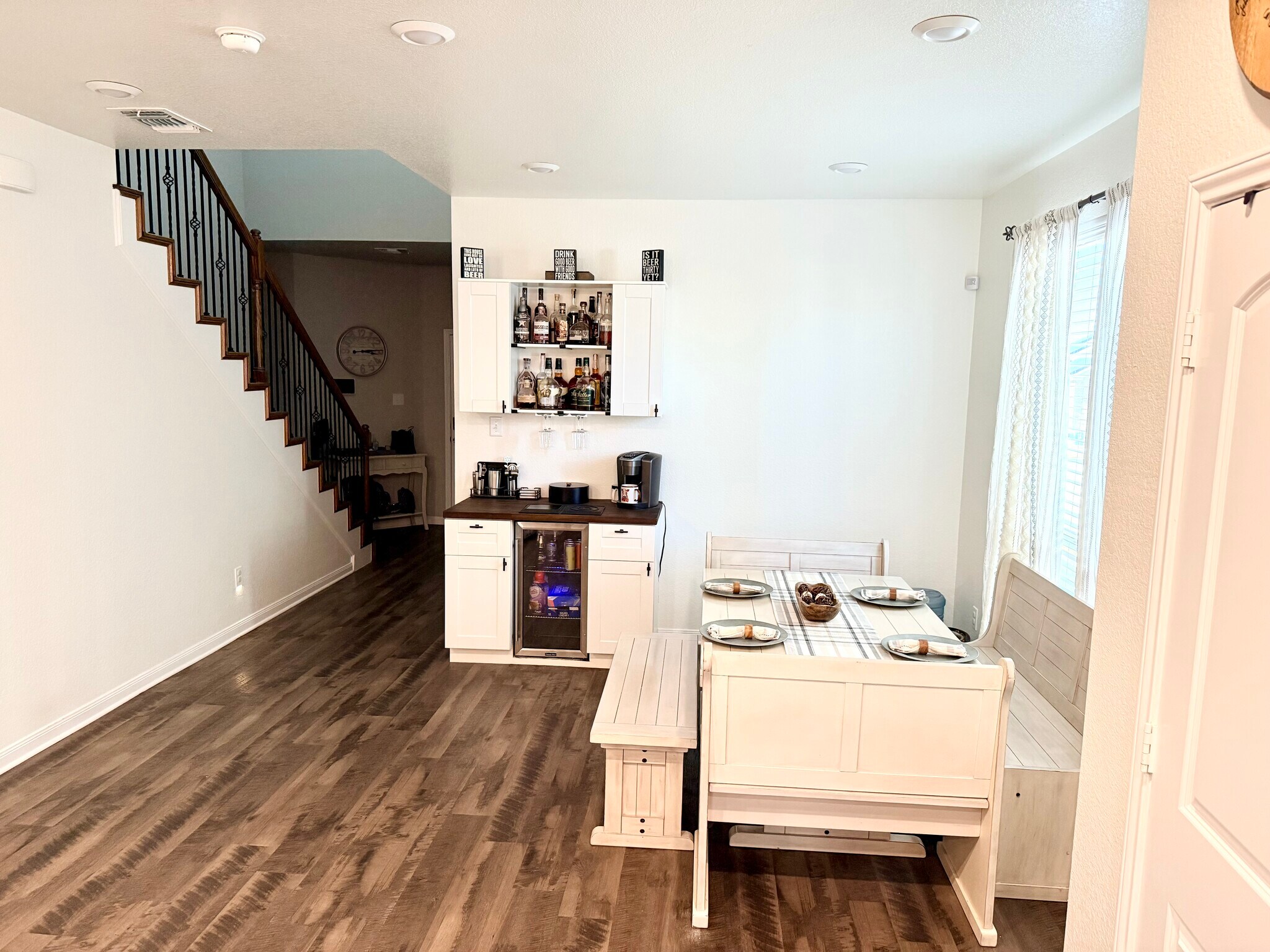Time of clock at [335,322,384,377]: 3:14
